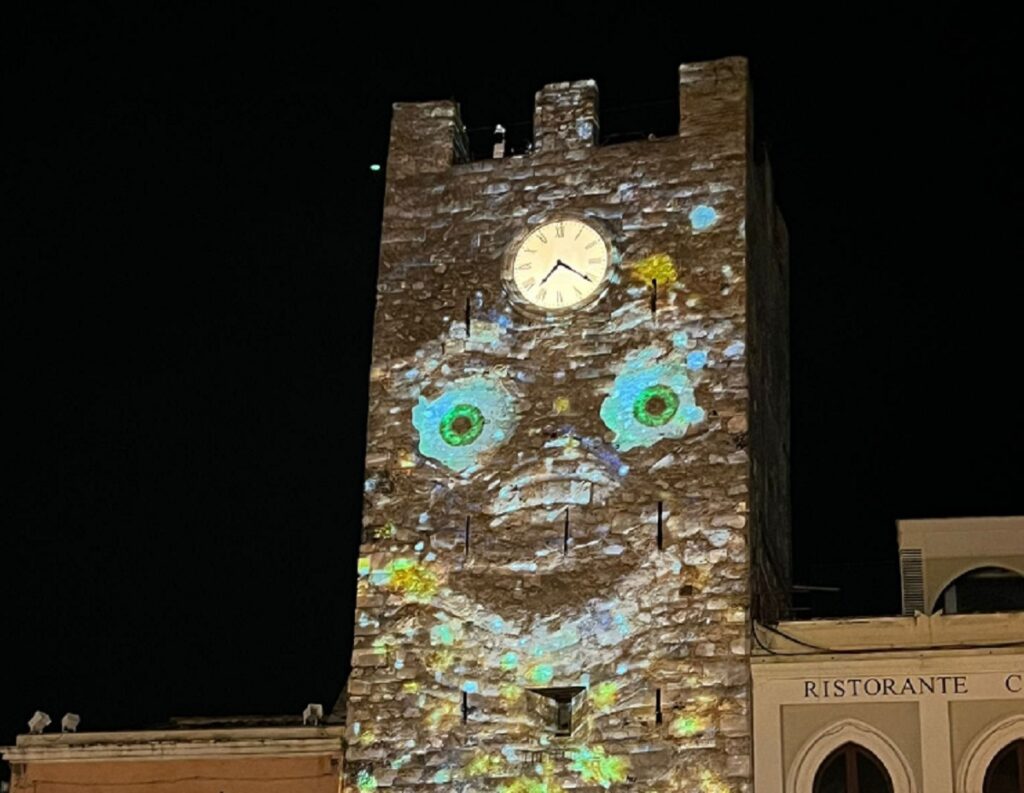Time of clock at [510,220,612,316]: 7:20
